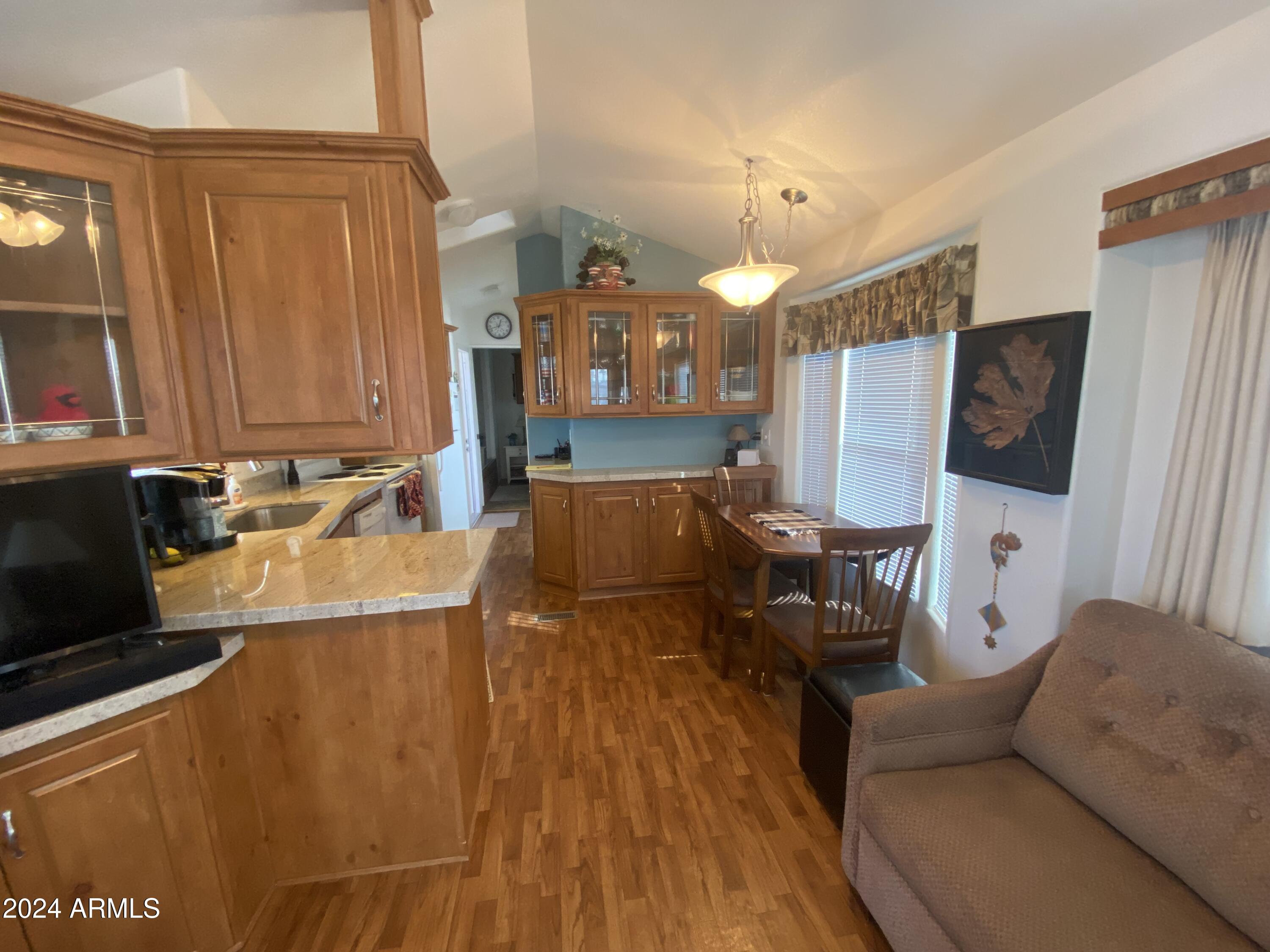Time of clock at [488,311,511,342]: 12:42
